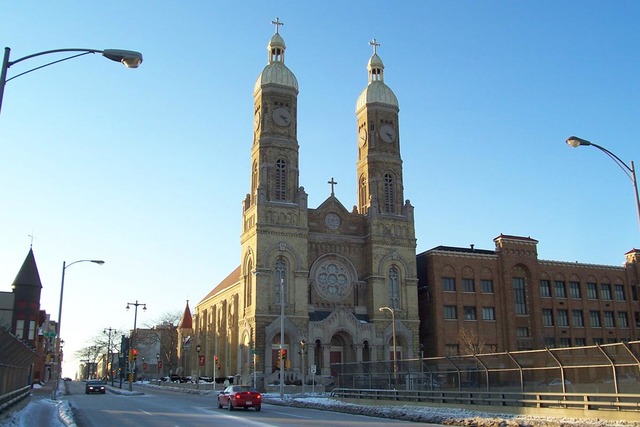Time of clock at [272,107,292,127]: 3:23
